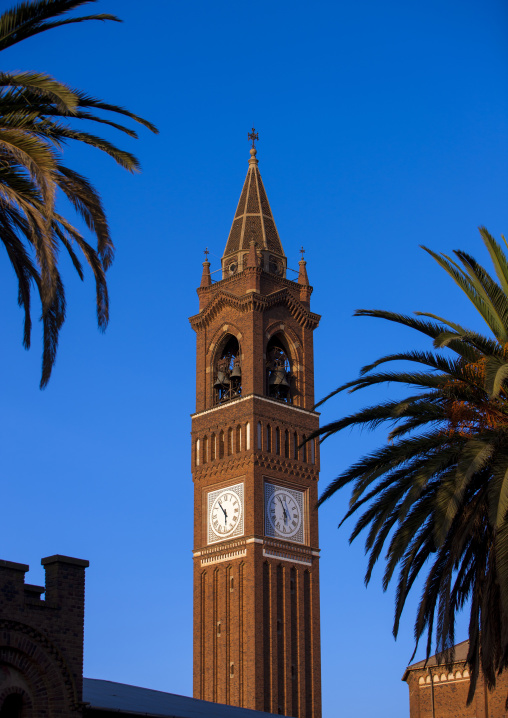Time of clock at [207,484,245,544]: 5:53
